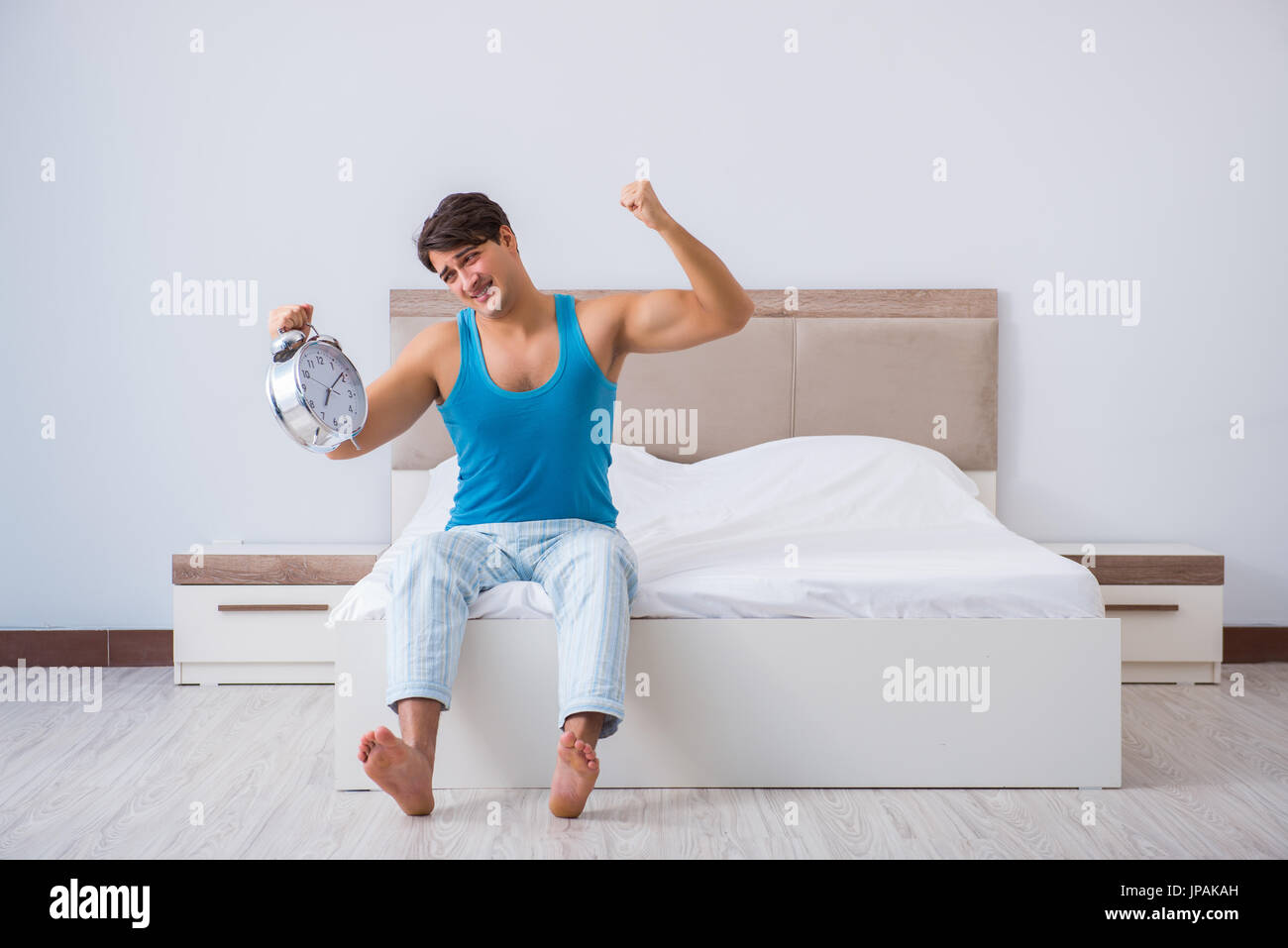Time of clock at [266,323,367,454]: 7:08
